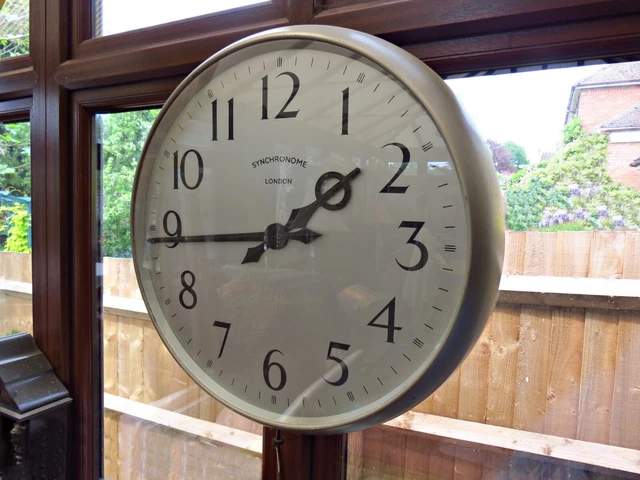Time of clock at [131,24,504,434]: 1:44
